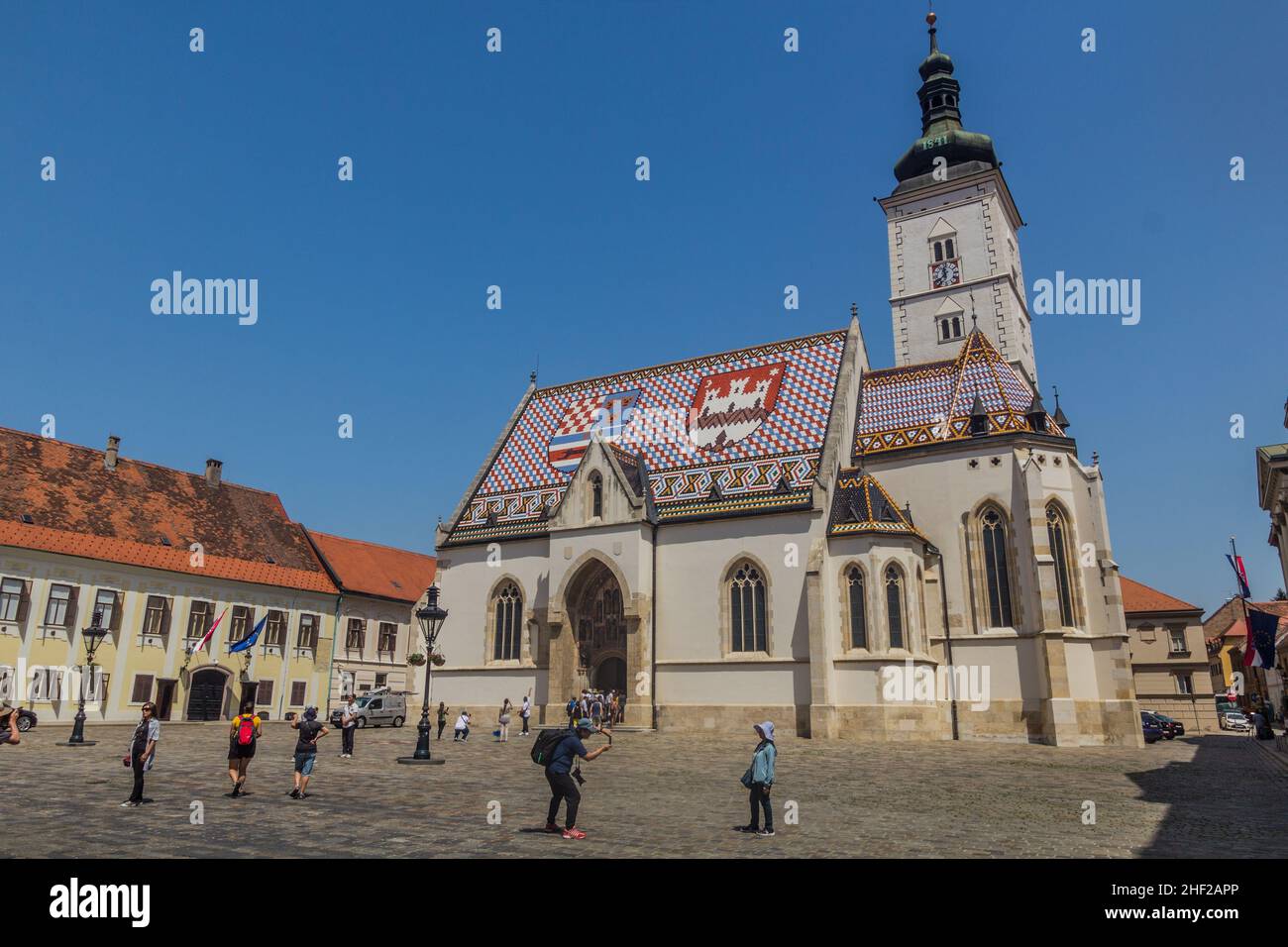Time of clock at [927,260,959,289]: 11:37
